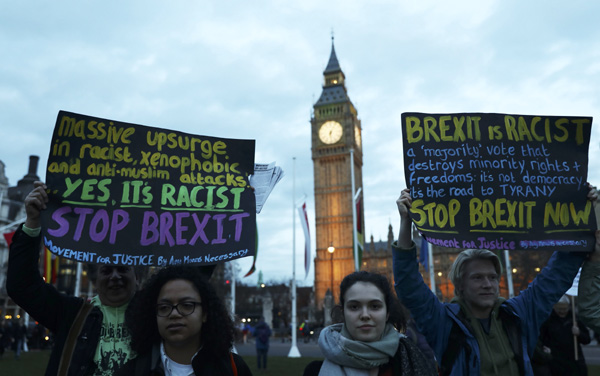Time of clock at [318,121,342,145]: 6:05
